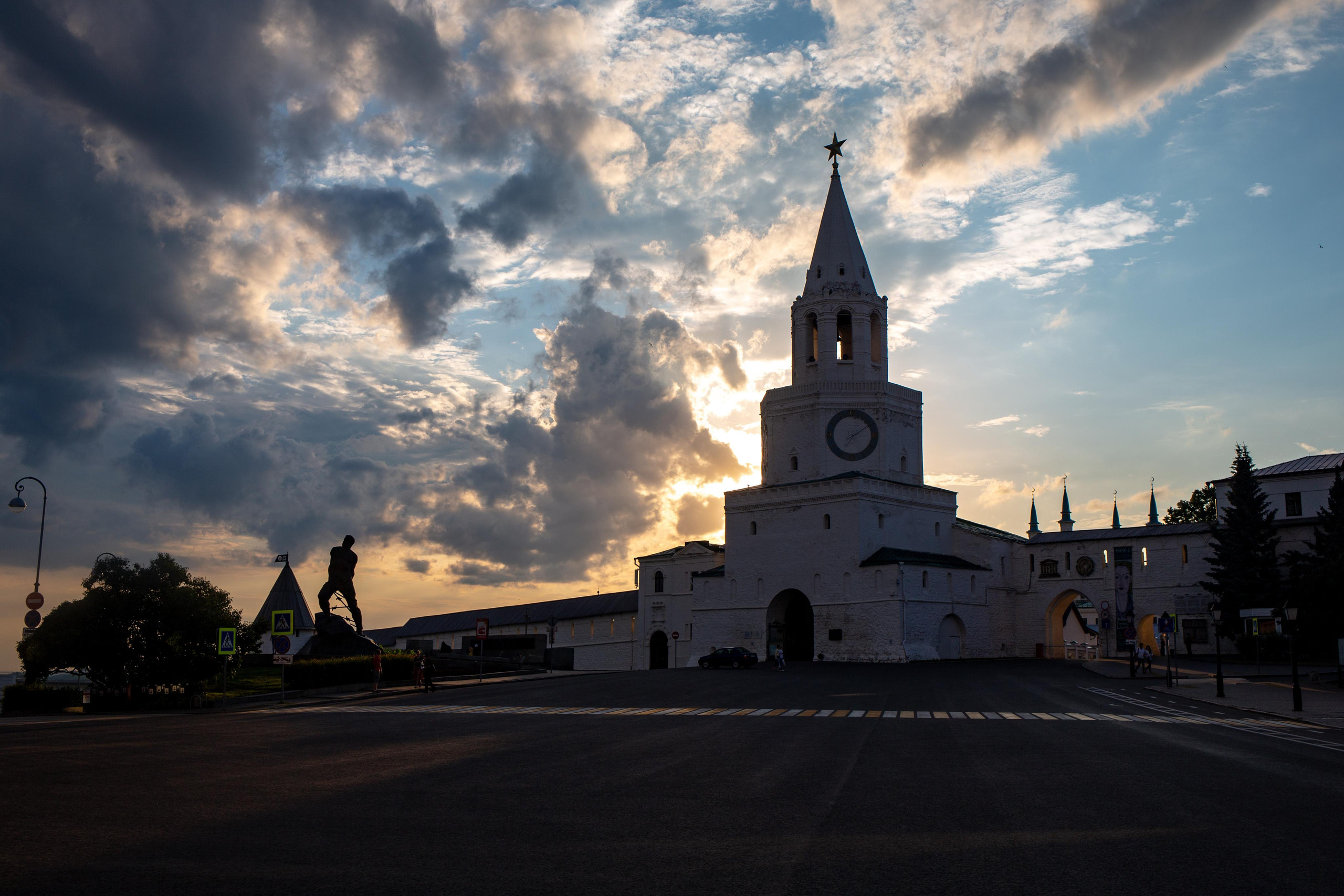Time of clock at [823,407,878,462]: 7:09
